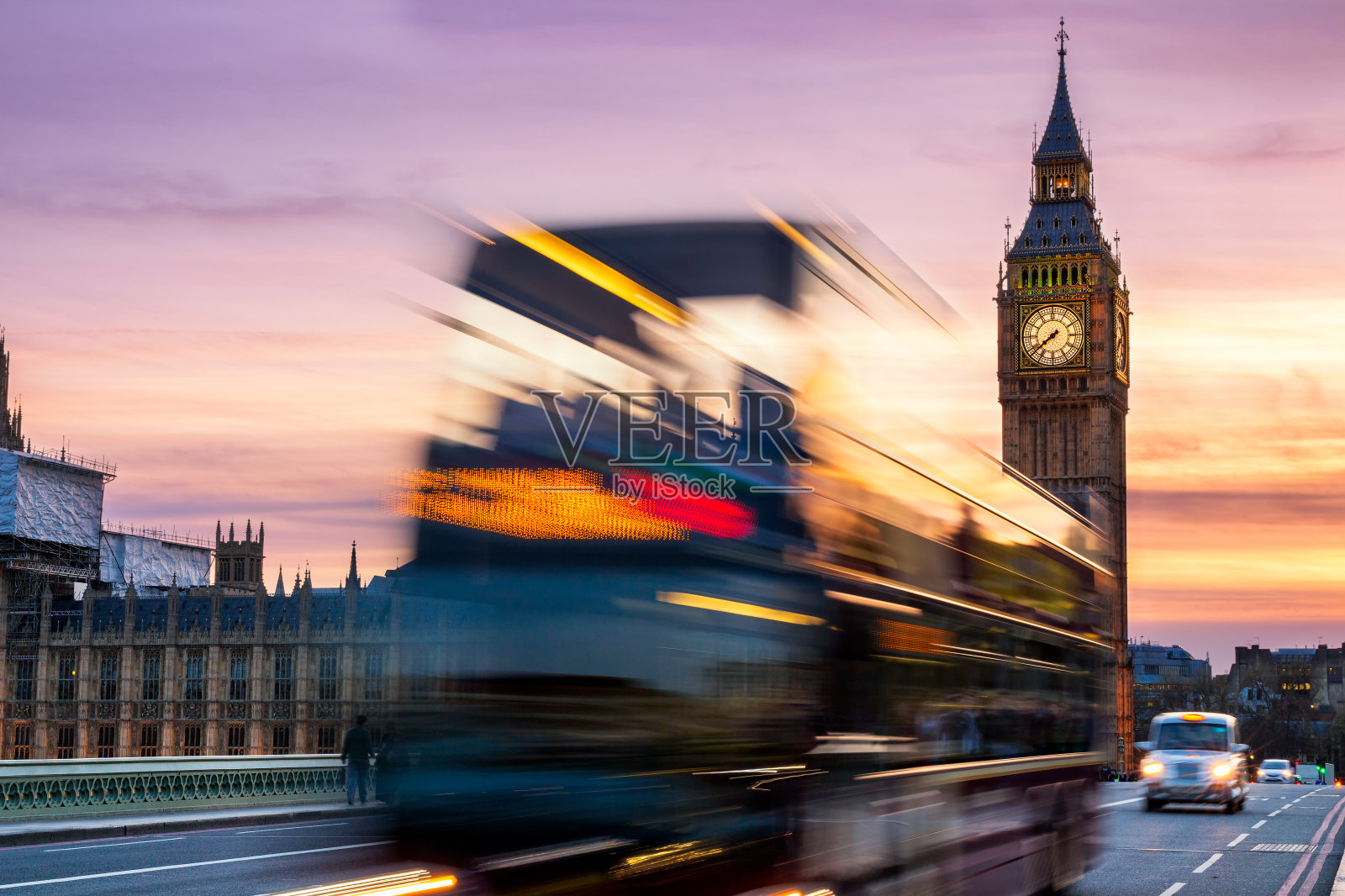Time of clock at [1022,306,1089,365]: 7:38
